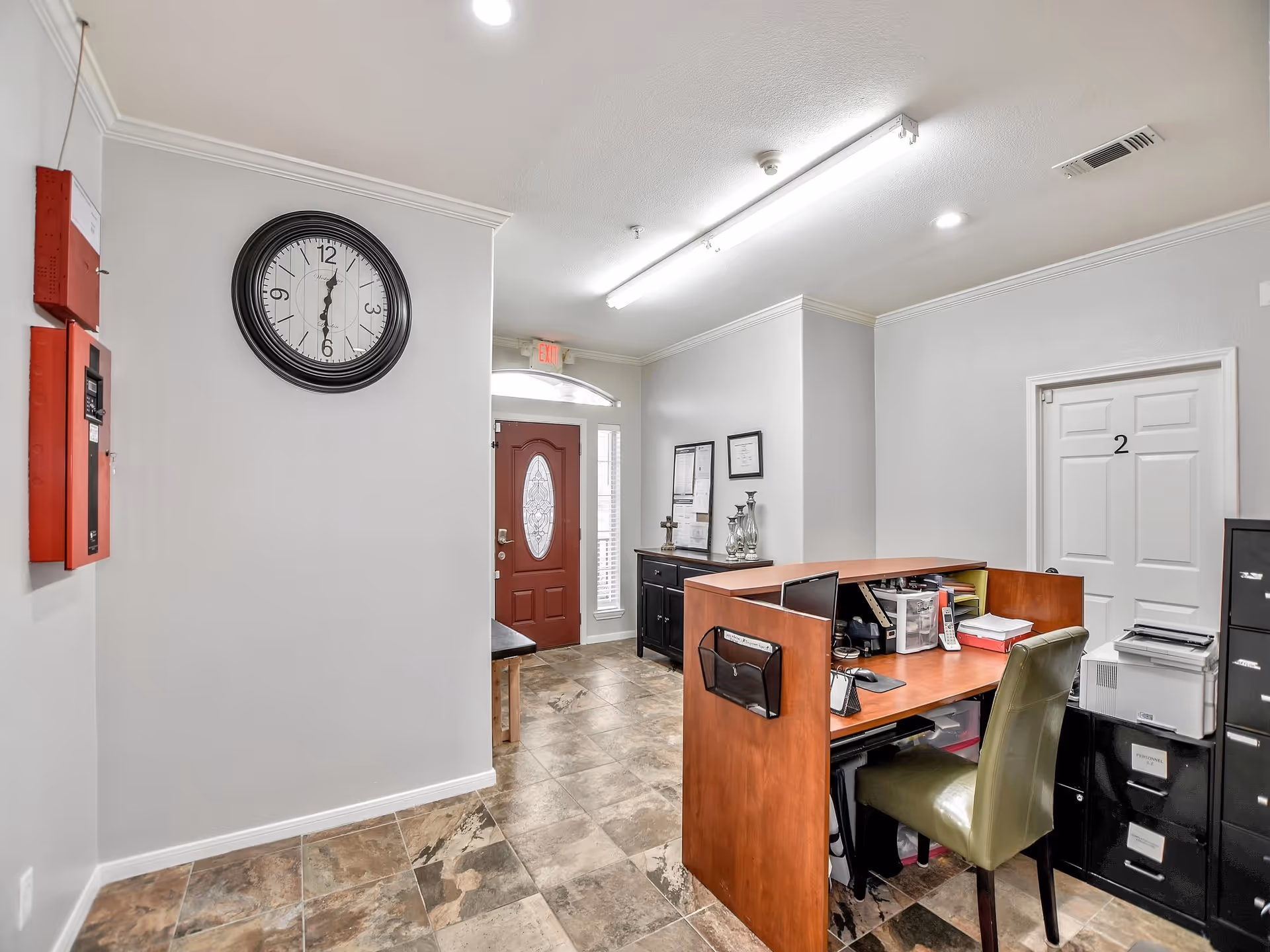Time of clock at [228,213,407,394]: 12:30
